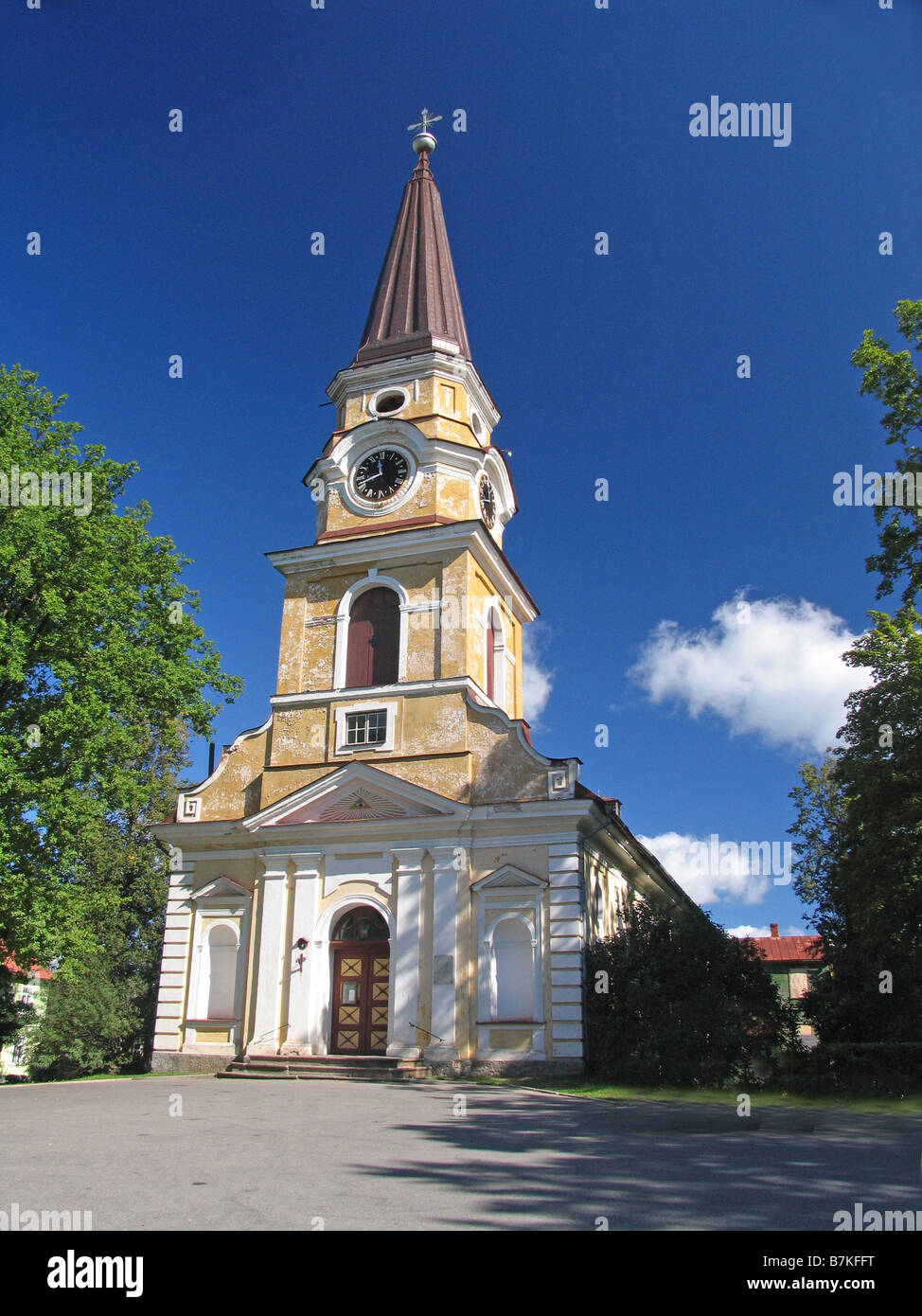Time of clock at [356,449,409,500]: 11:41
